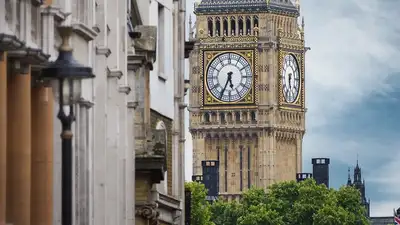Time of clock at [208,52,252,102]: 5:34
